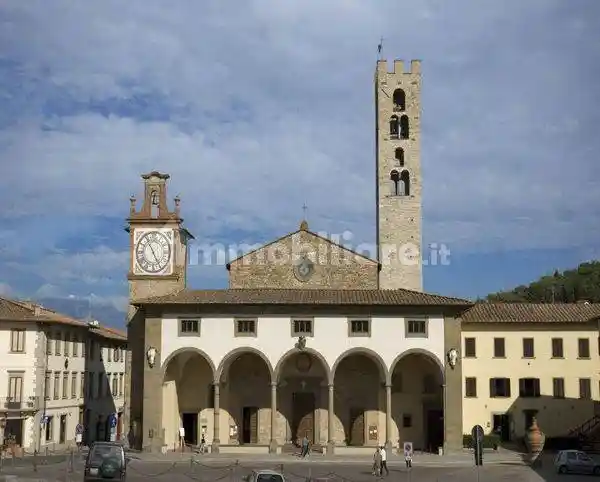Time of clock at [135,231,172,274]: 4:54
